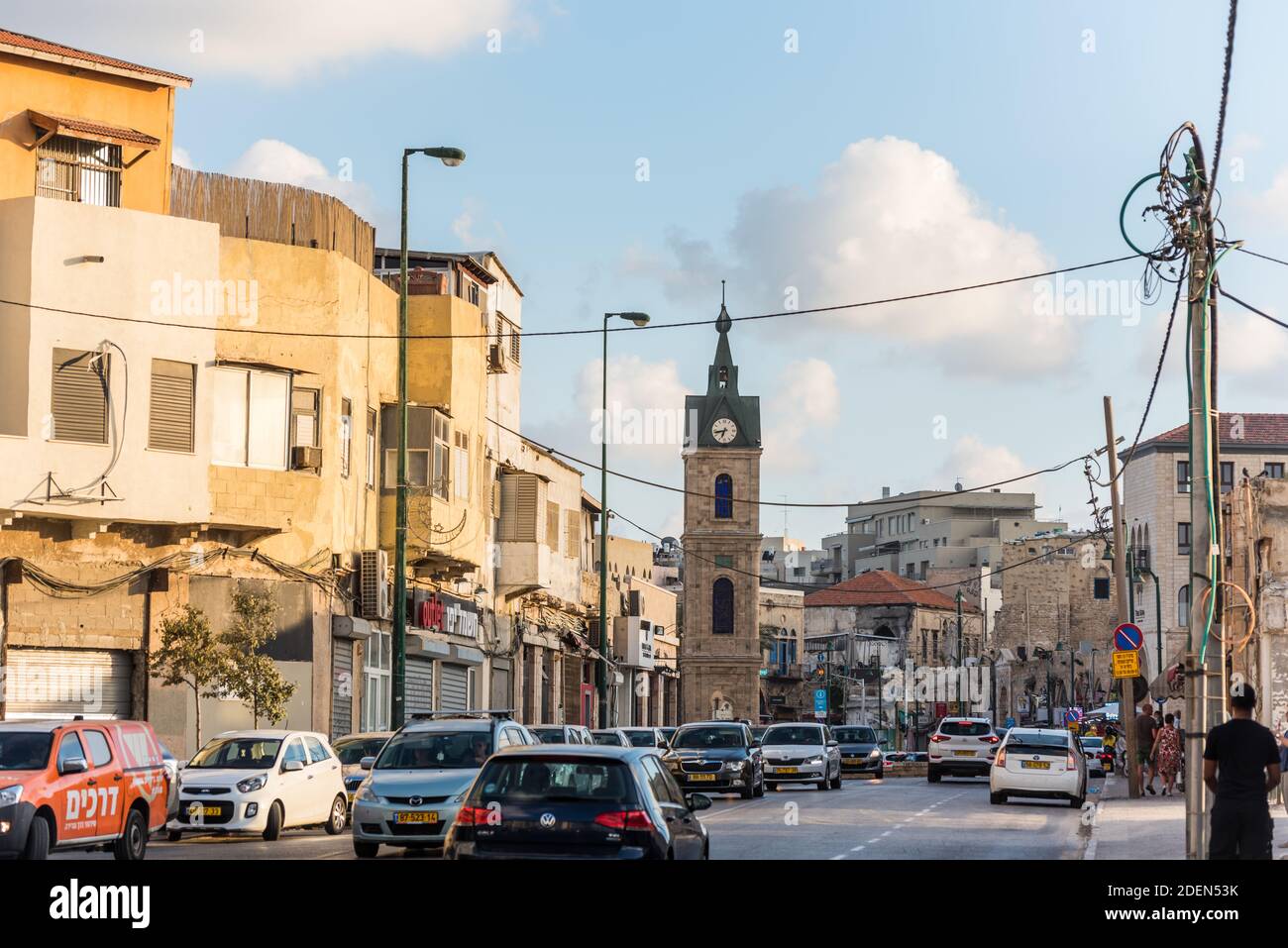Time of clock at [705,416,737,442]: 6:42
